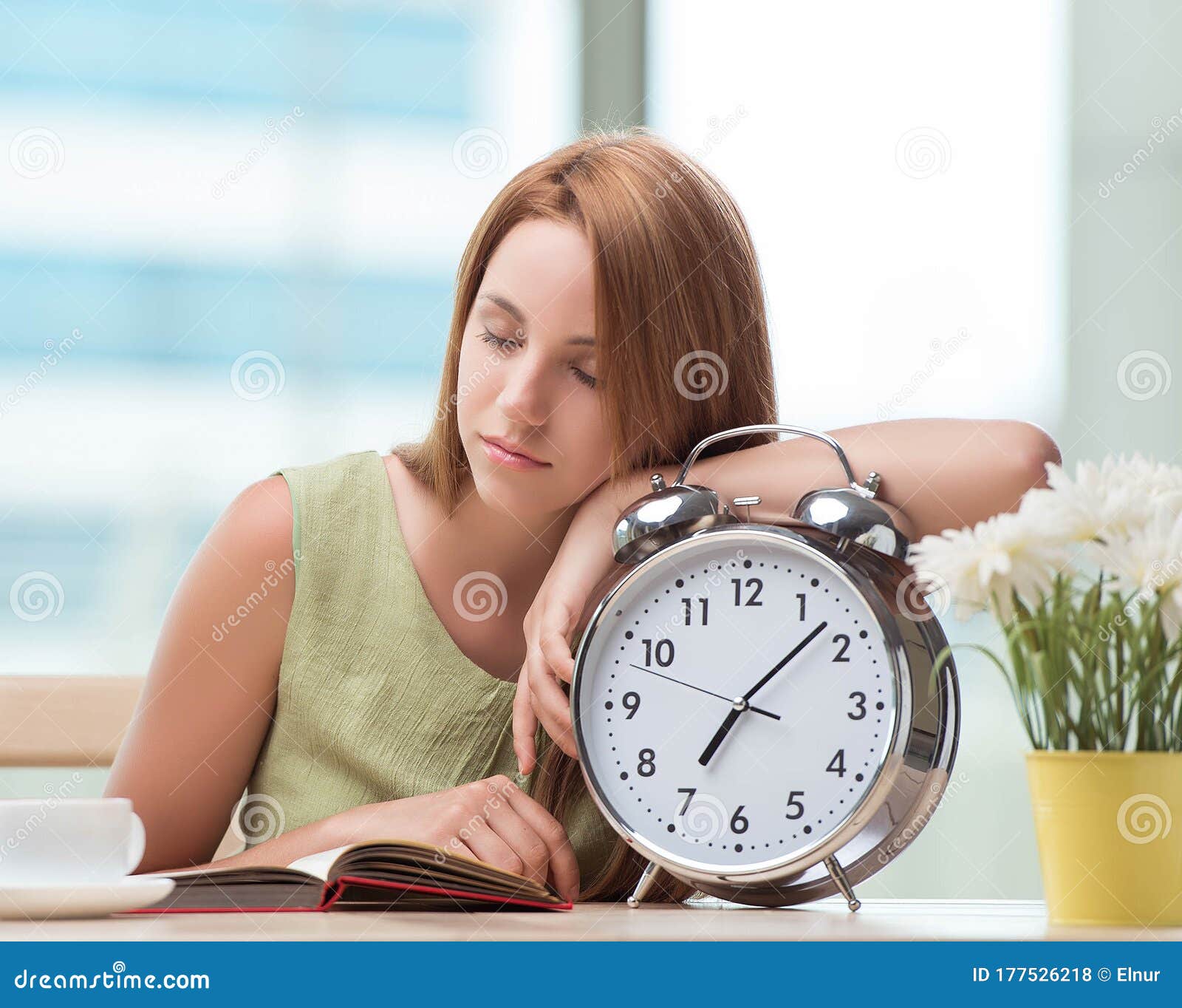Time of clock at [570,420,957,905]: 7:07
